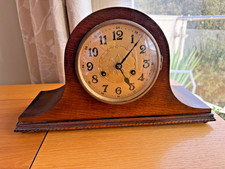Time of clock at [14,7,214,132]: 5:07
